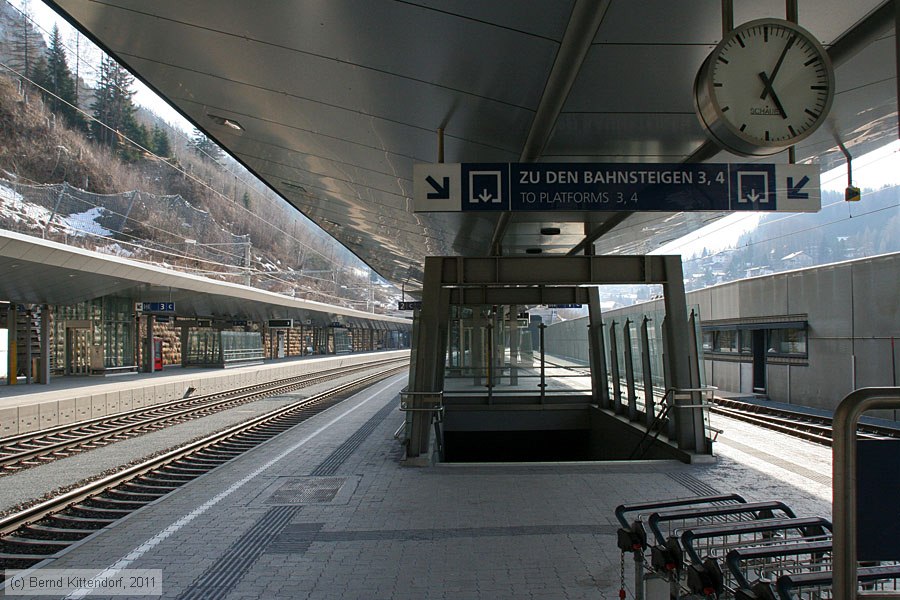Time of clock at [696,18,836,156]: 5:04
